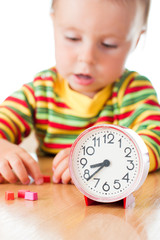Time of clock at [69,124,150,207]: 8:38
